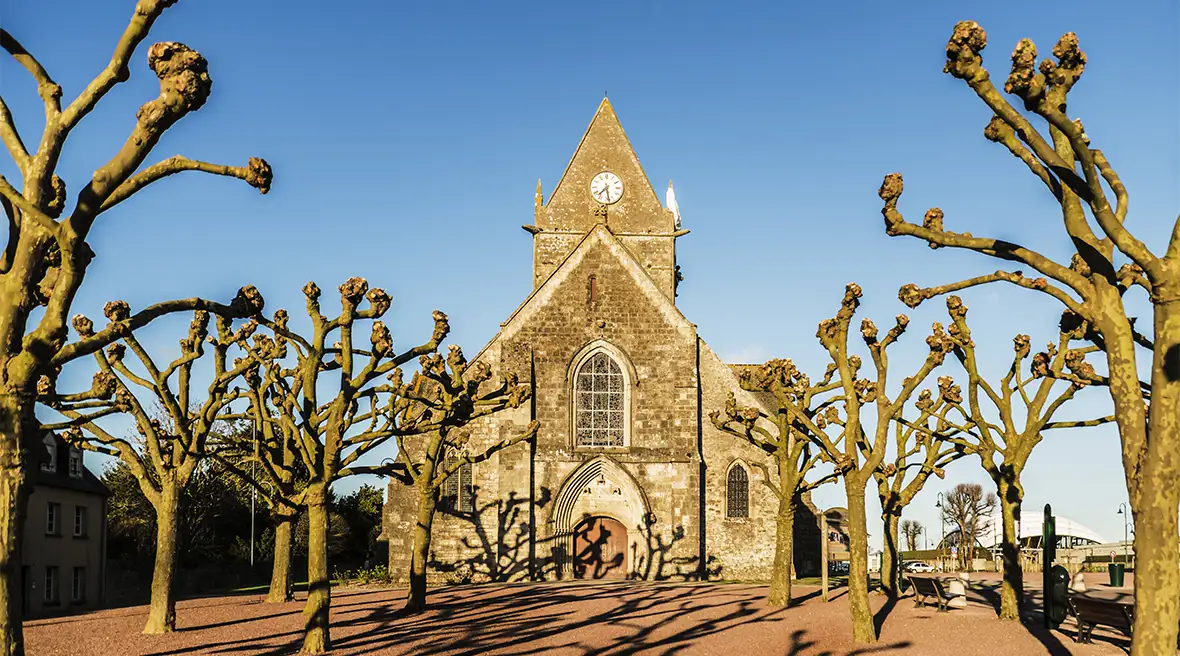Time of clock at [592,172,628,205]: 7:28
